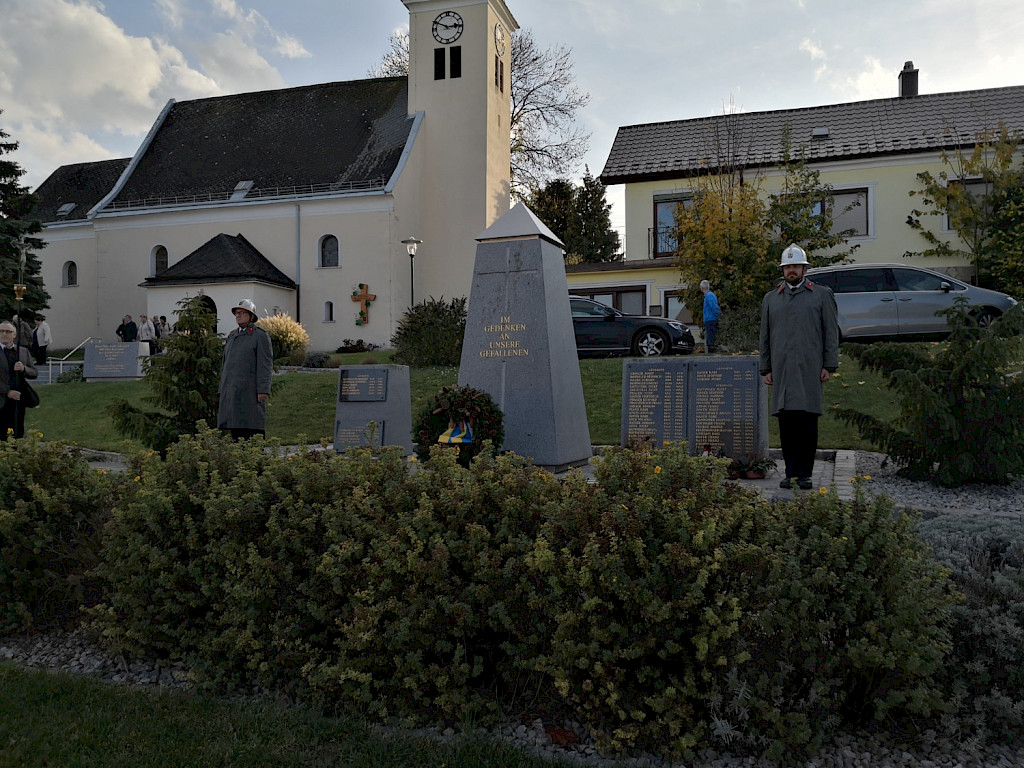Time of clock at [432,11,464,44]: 2:49
